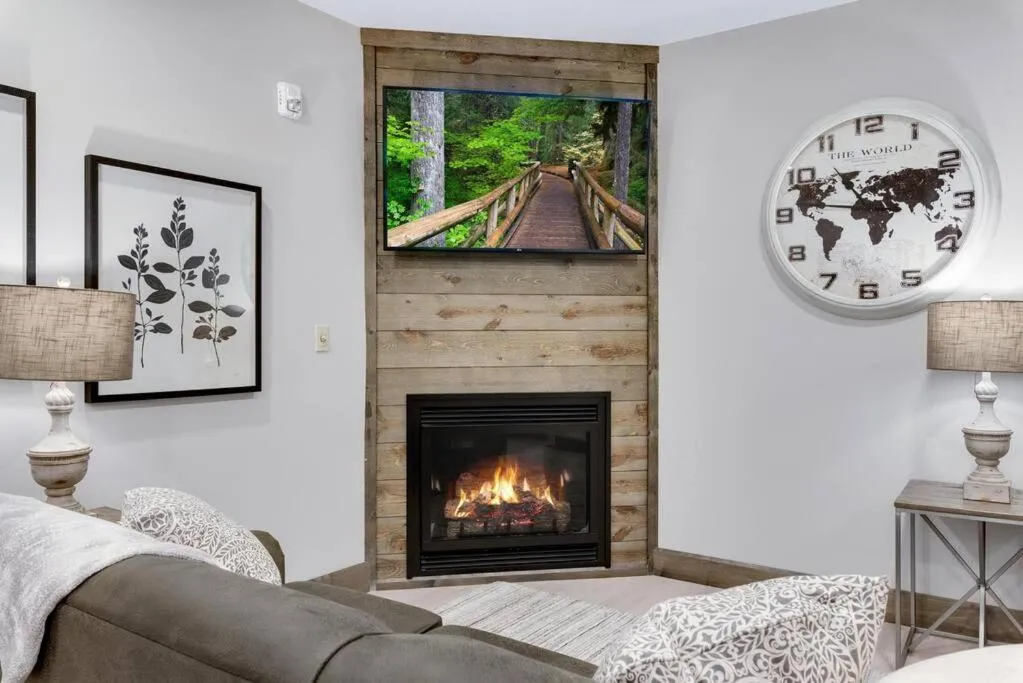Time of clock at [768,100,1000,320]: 10:47
